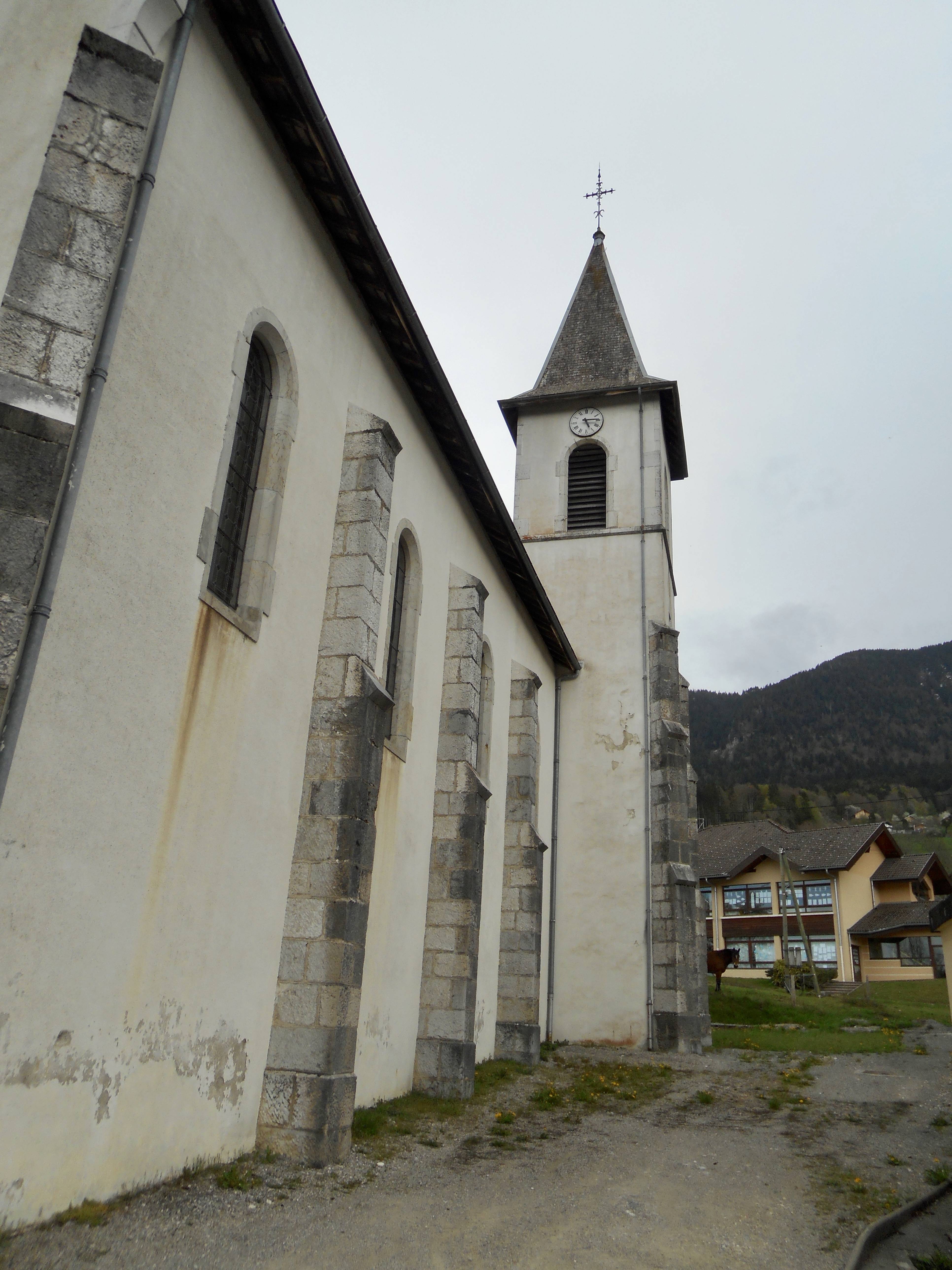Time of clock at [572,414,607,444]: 5:14
